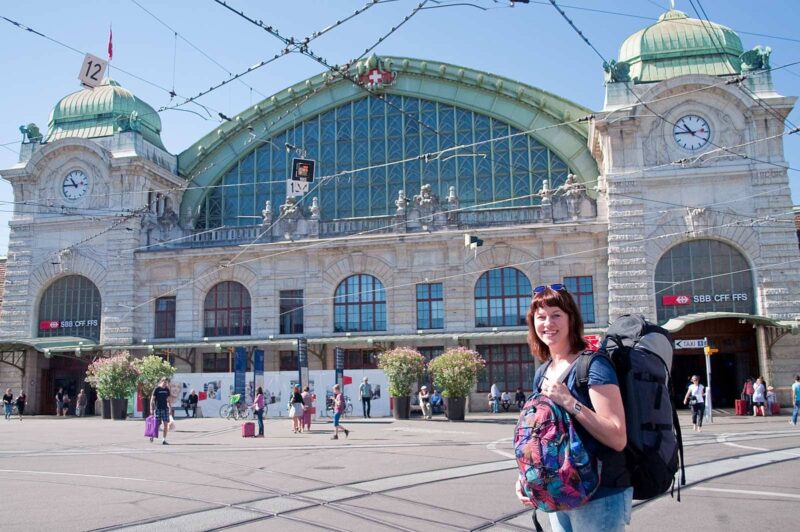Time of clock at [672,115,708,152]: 10:45
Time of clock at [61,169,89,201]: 10:45
